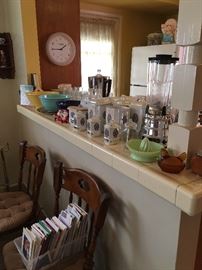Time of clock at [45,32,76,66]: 1:45
